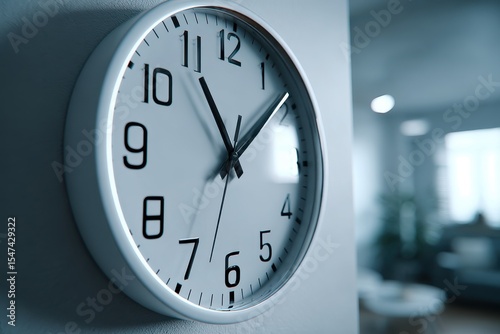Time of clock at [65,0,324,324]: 11:08
